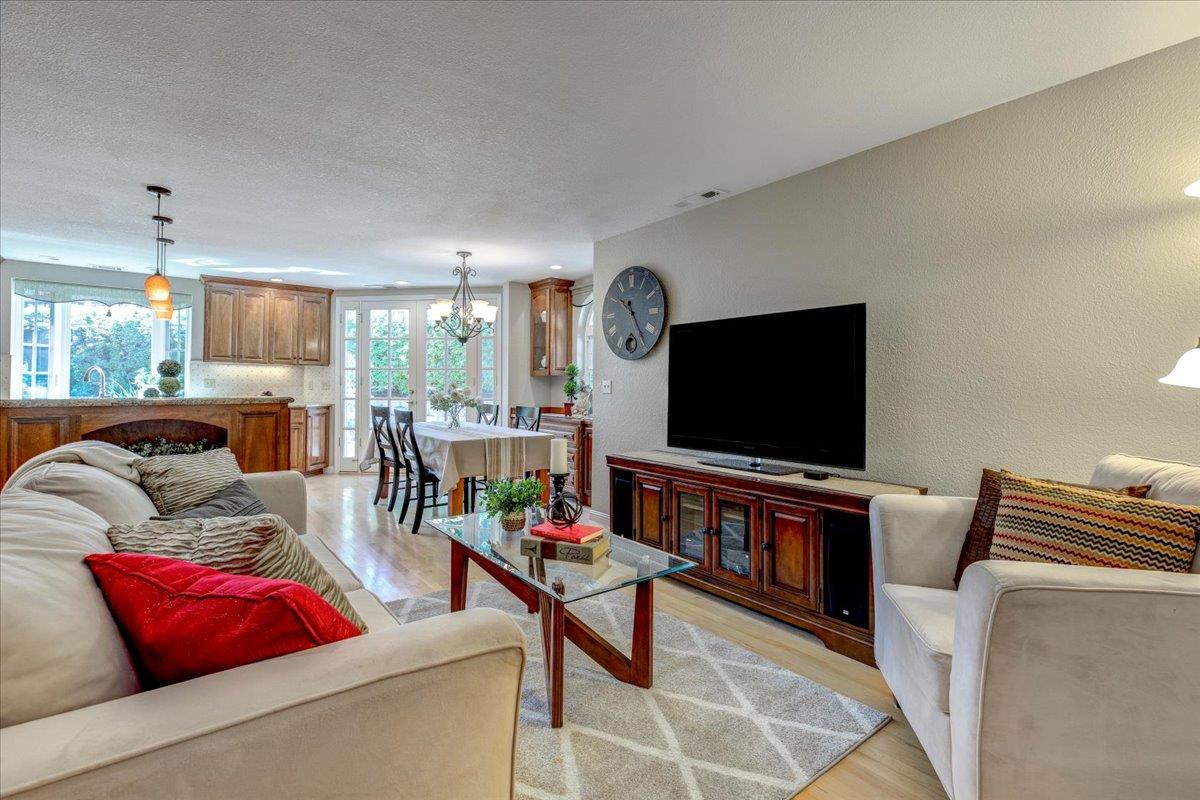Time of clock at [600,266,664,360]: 10:24
